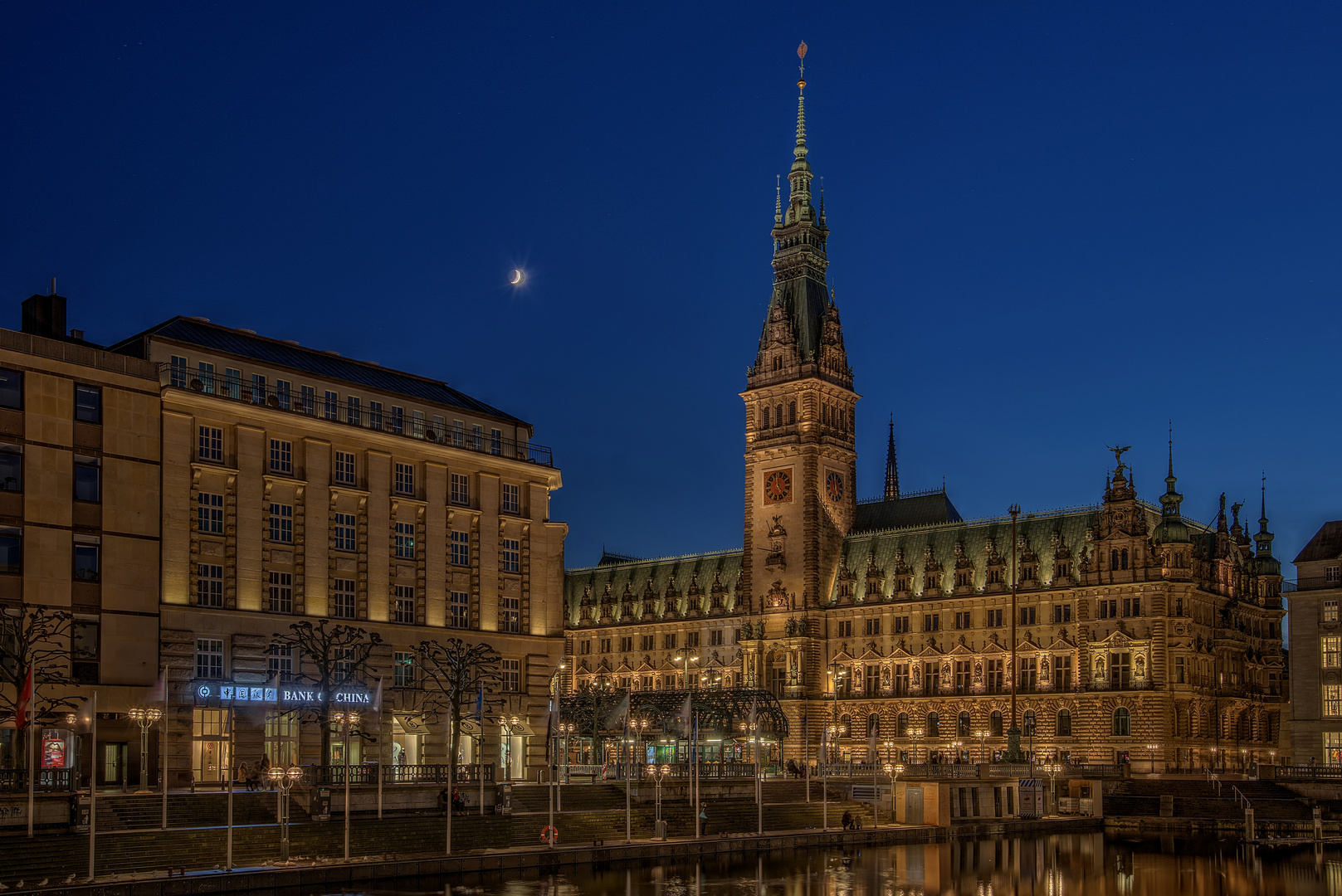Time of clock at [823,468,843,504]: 11:25
